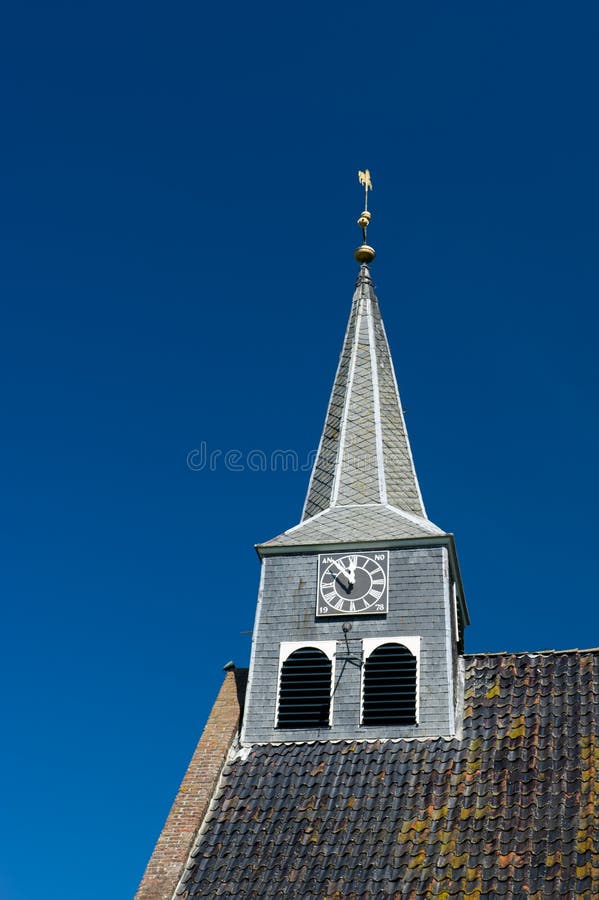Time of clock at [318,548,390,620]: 11:52
